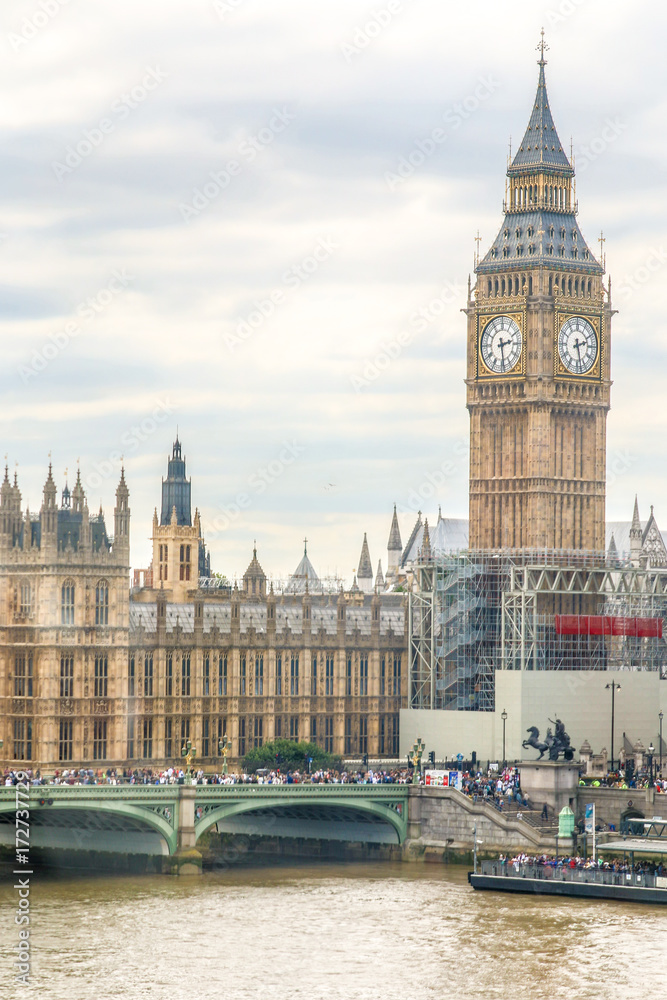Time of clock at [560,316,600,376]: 2:27
